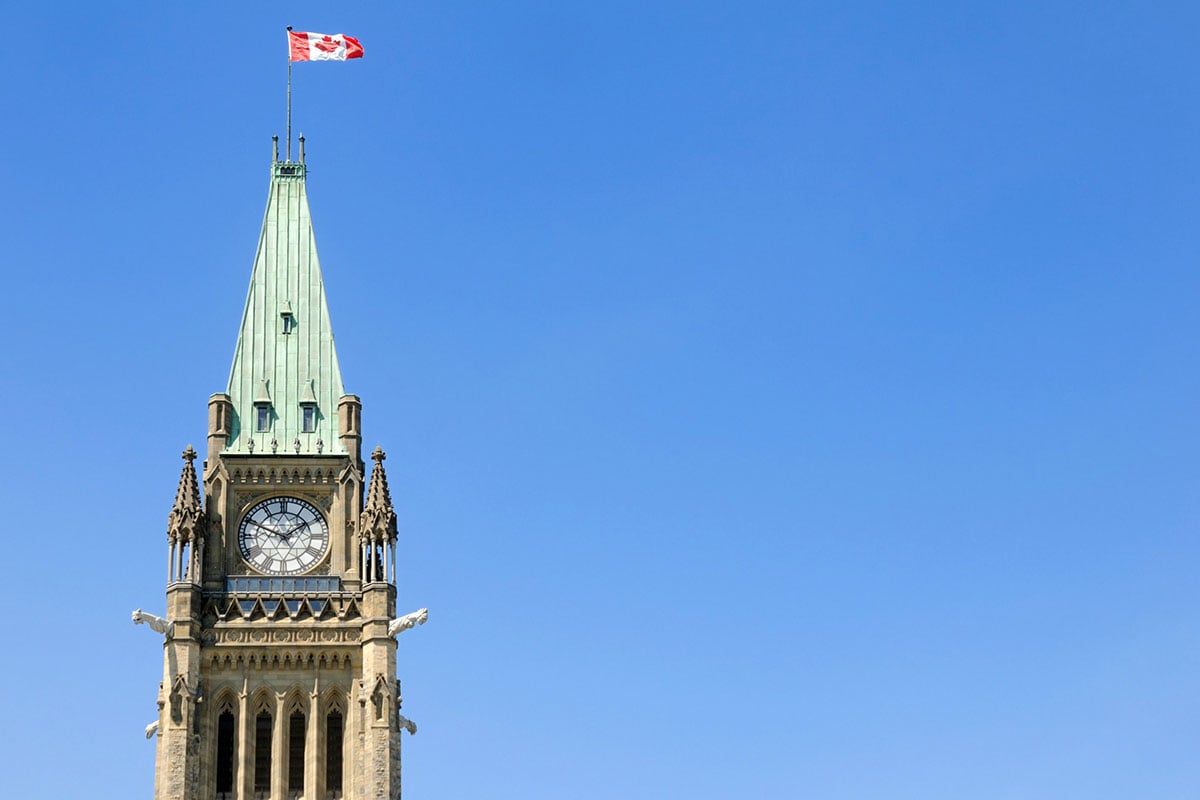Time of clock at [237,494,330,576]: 1:49
